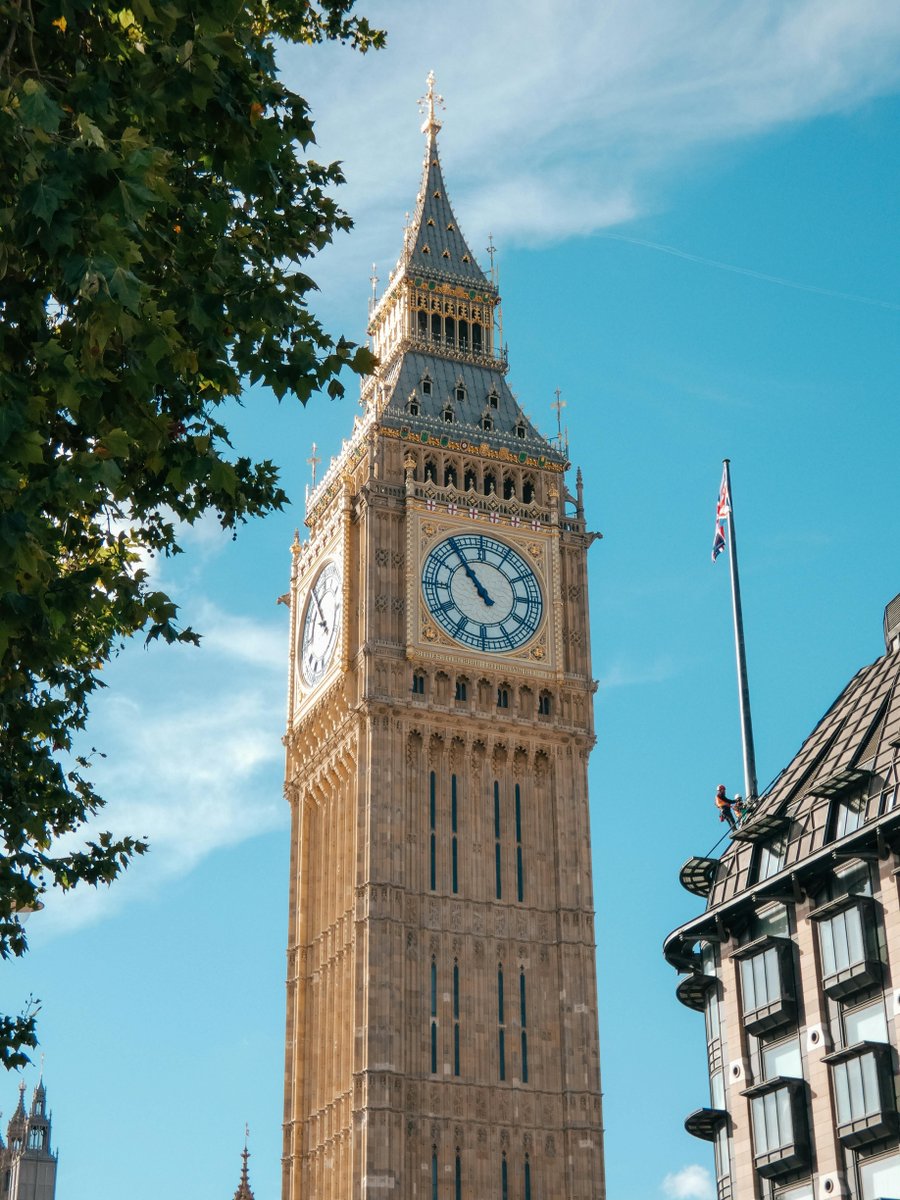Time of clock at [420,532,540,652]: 10:53
